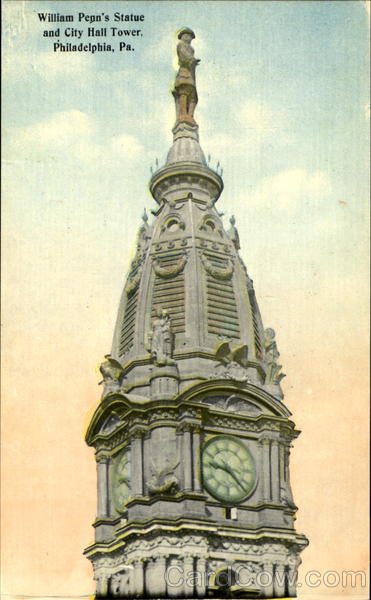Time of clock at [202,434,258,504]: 9:22
